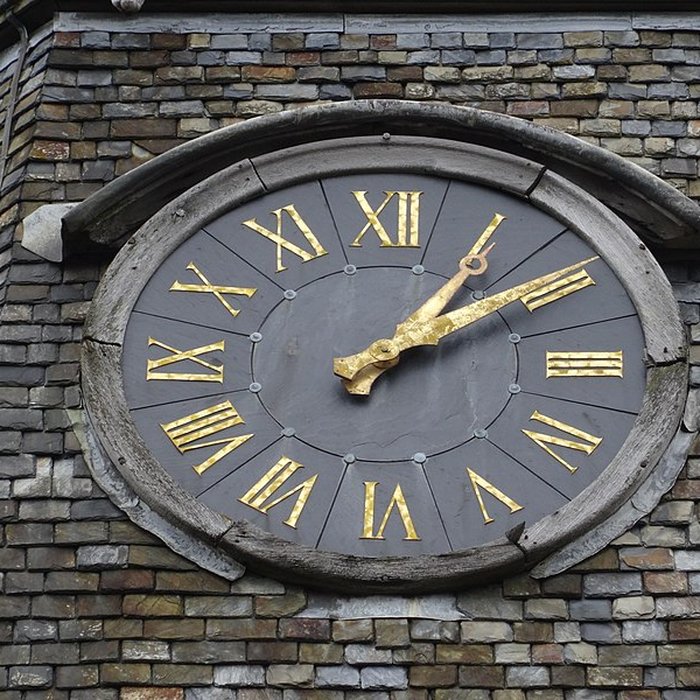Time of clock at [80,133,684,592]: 1:09
